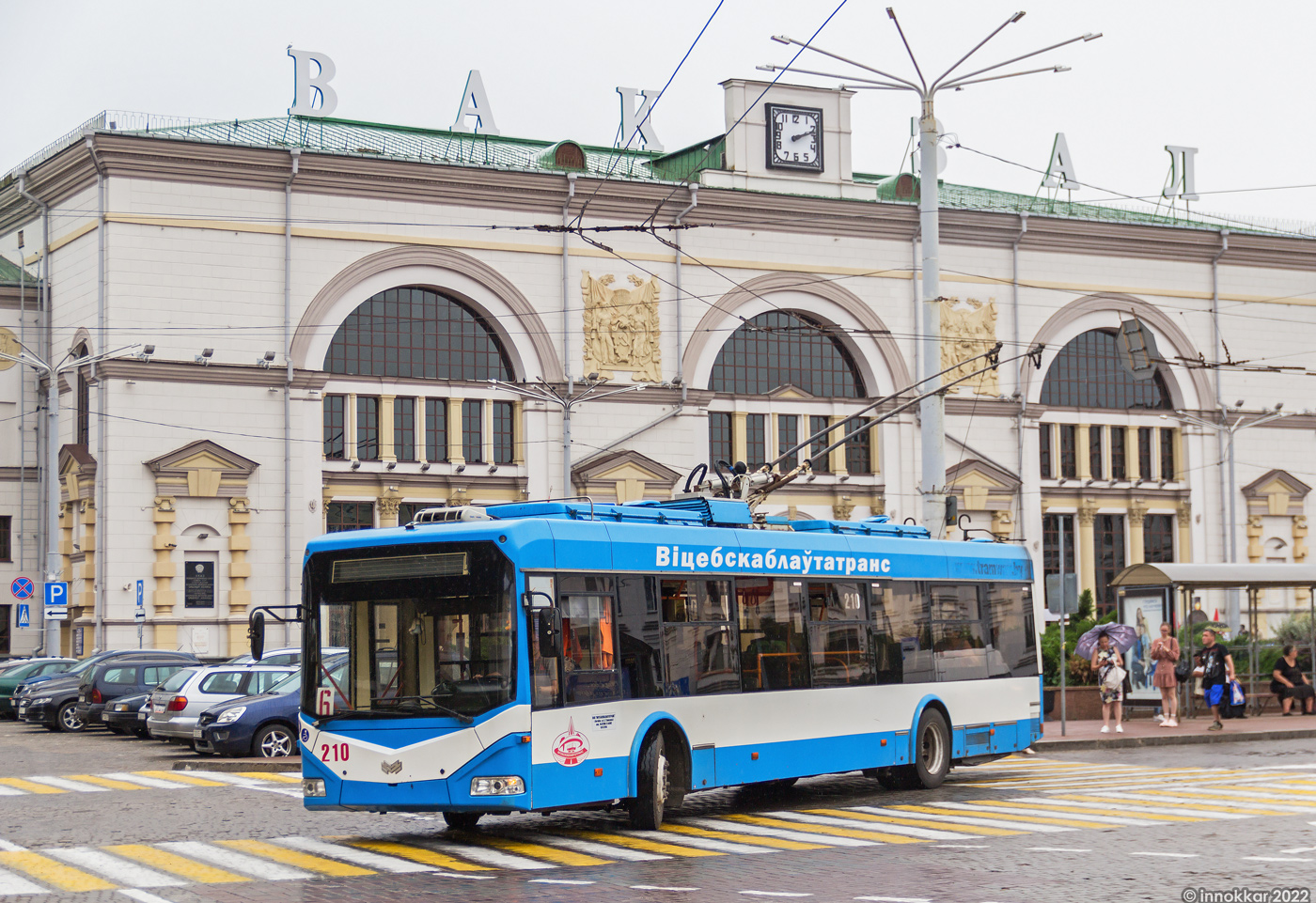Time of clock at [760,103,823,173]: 2:11
